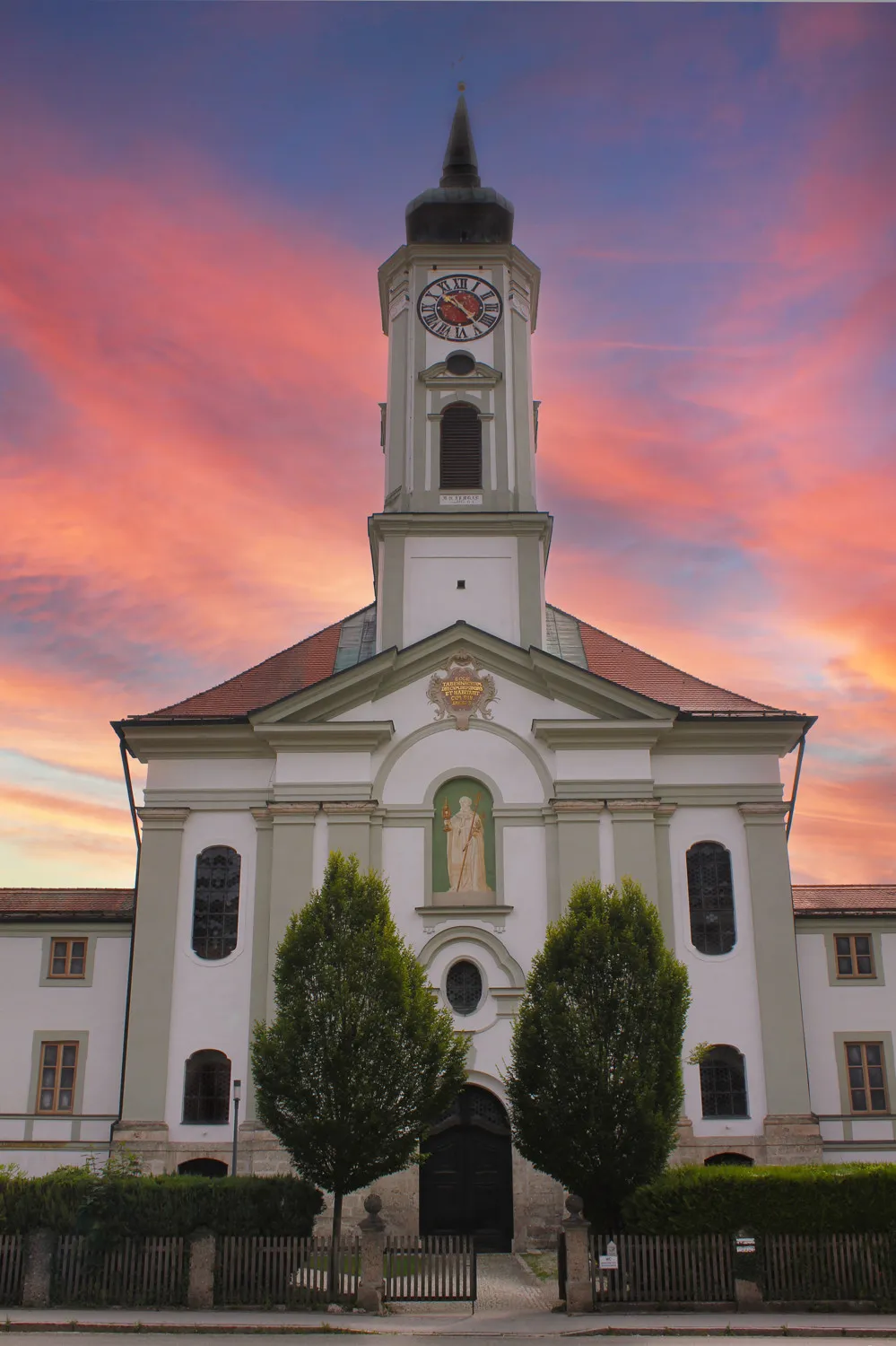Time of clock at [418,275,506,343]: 10:23
